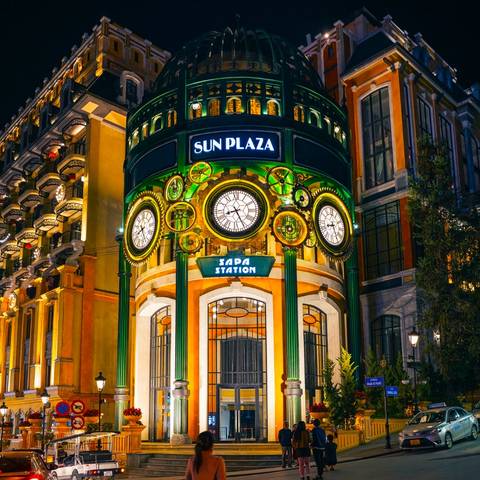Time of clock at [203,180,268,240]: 8:25
